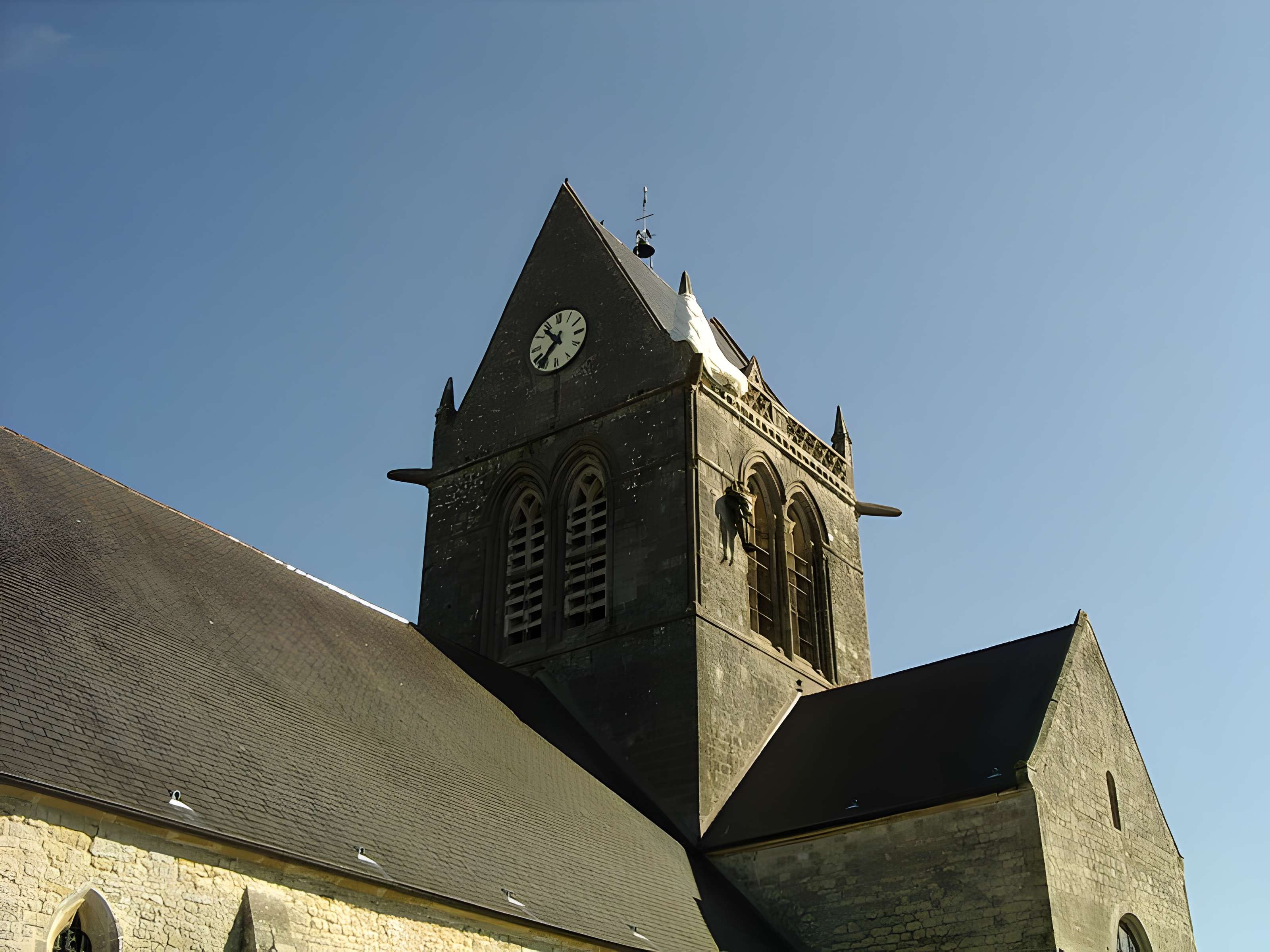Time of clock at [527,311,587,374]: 10:37
